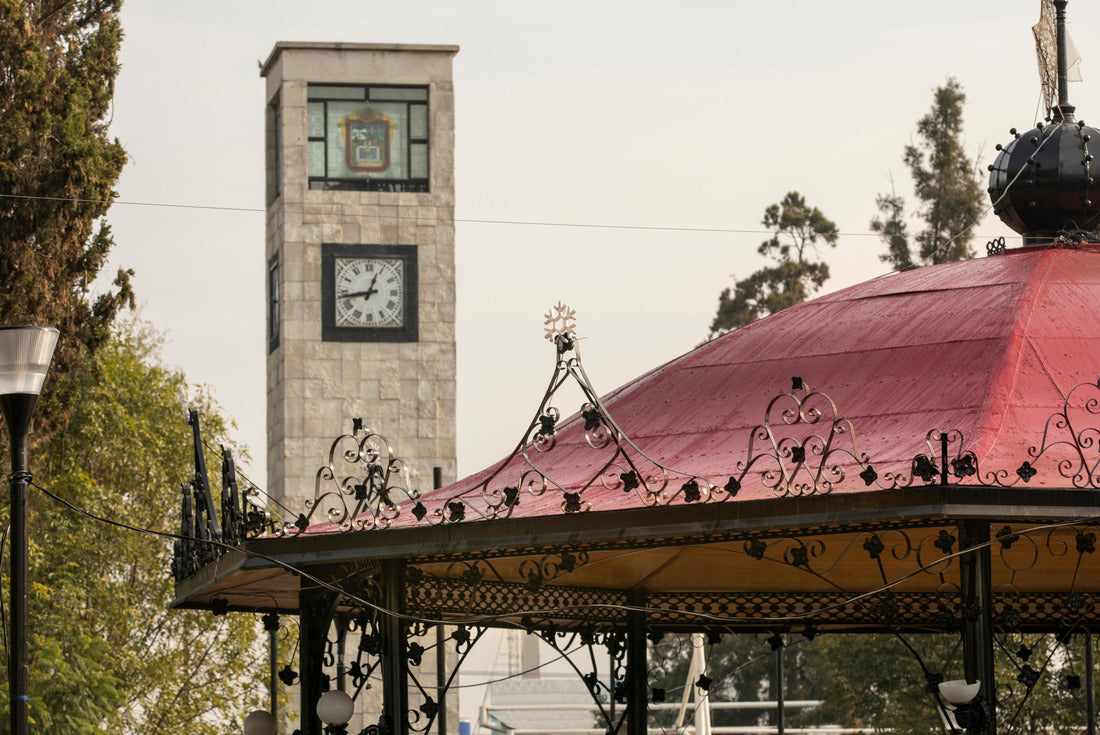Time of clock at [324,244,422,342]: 12:43
